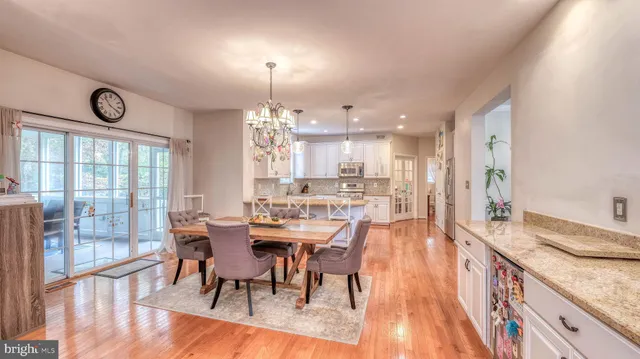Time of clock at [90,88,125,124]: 3:53
